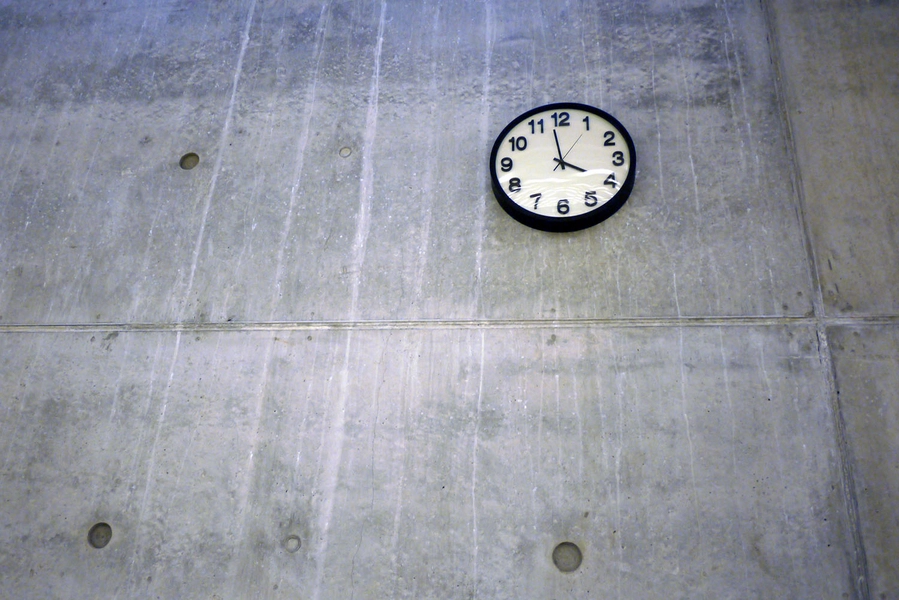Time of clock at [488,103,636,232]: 3:58
